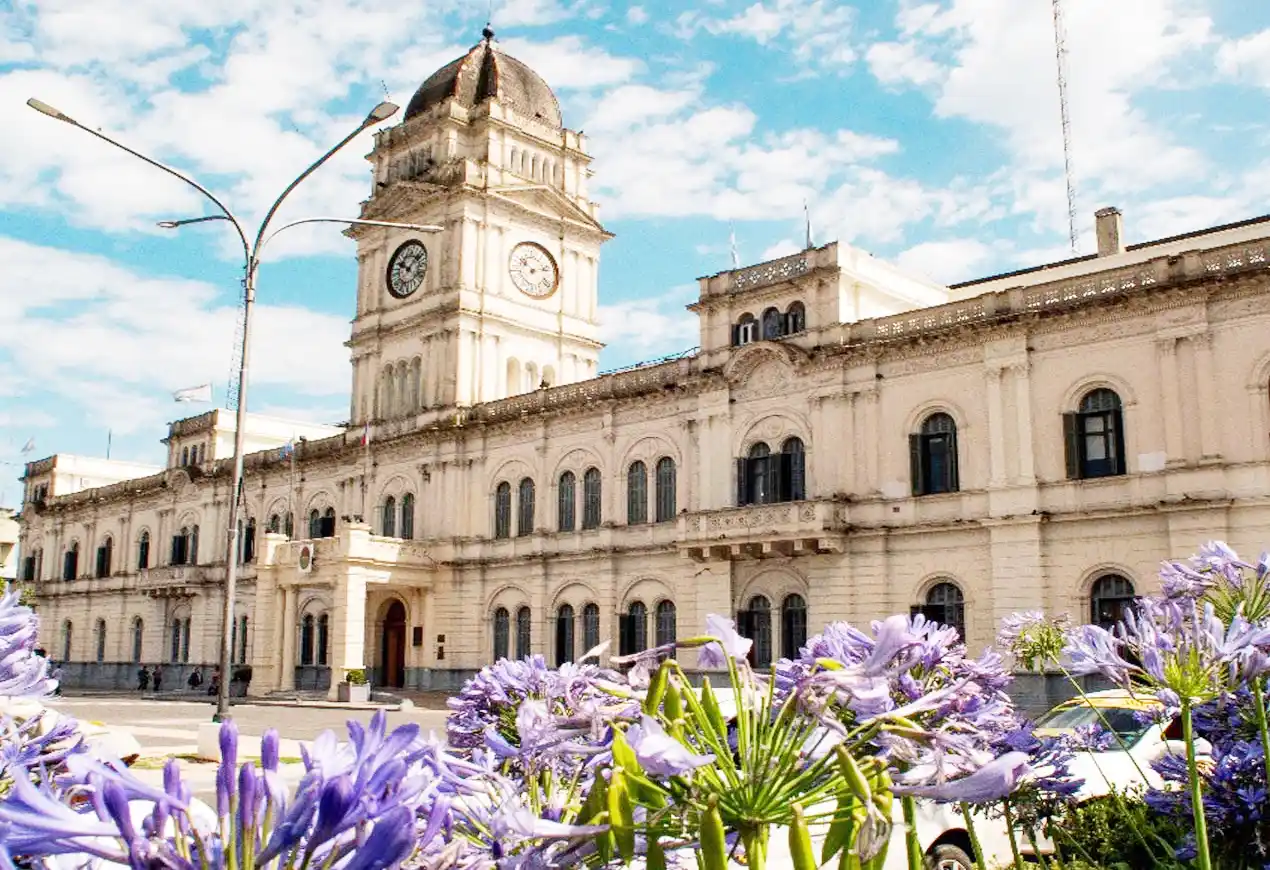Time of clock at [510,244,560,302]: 10:12
